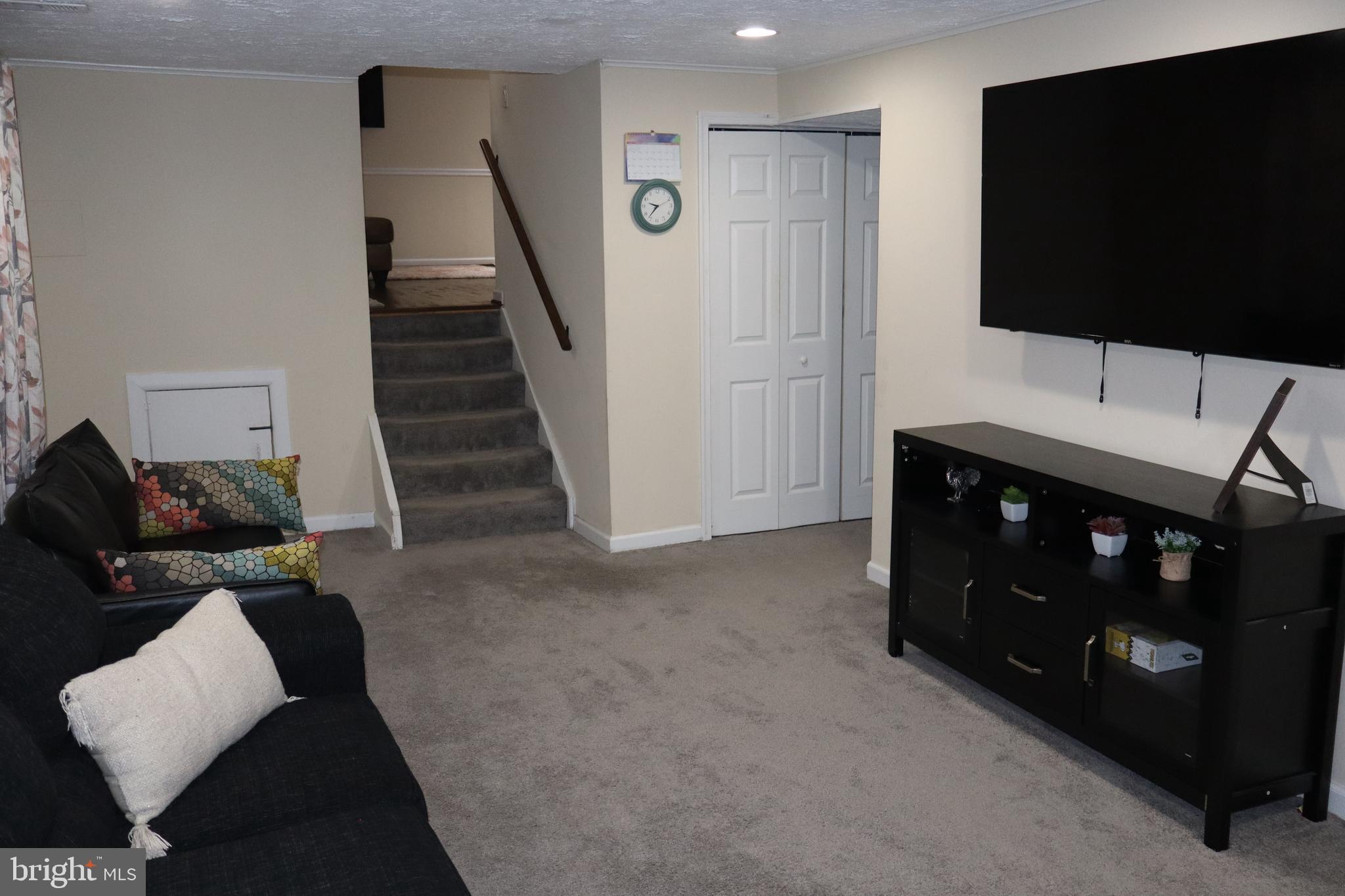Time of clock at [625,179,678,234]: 9:36
